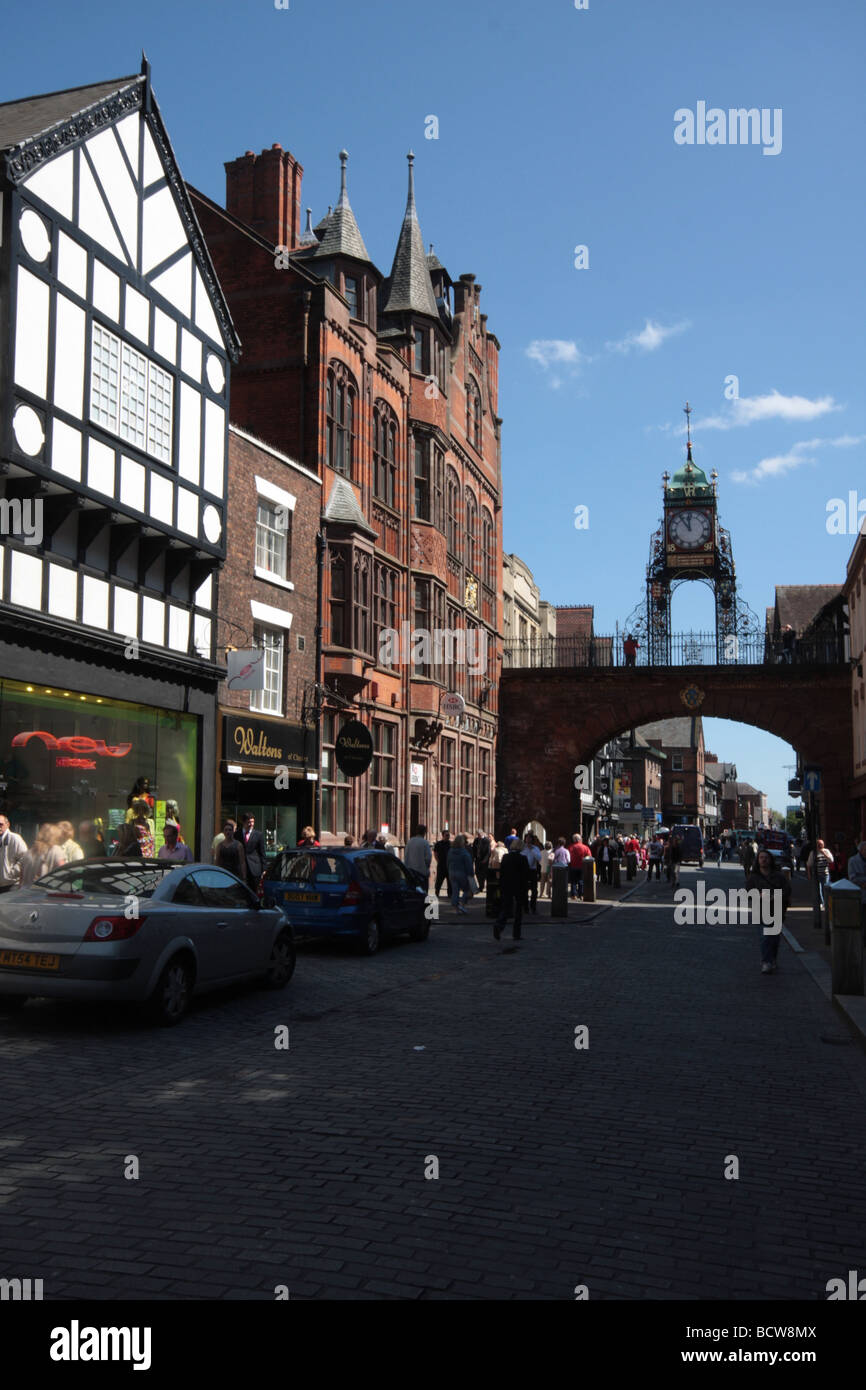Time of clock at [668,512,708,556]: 11:54
